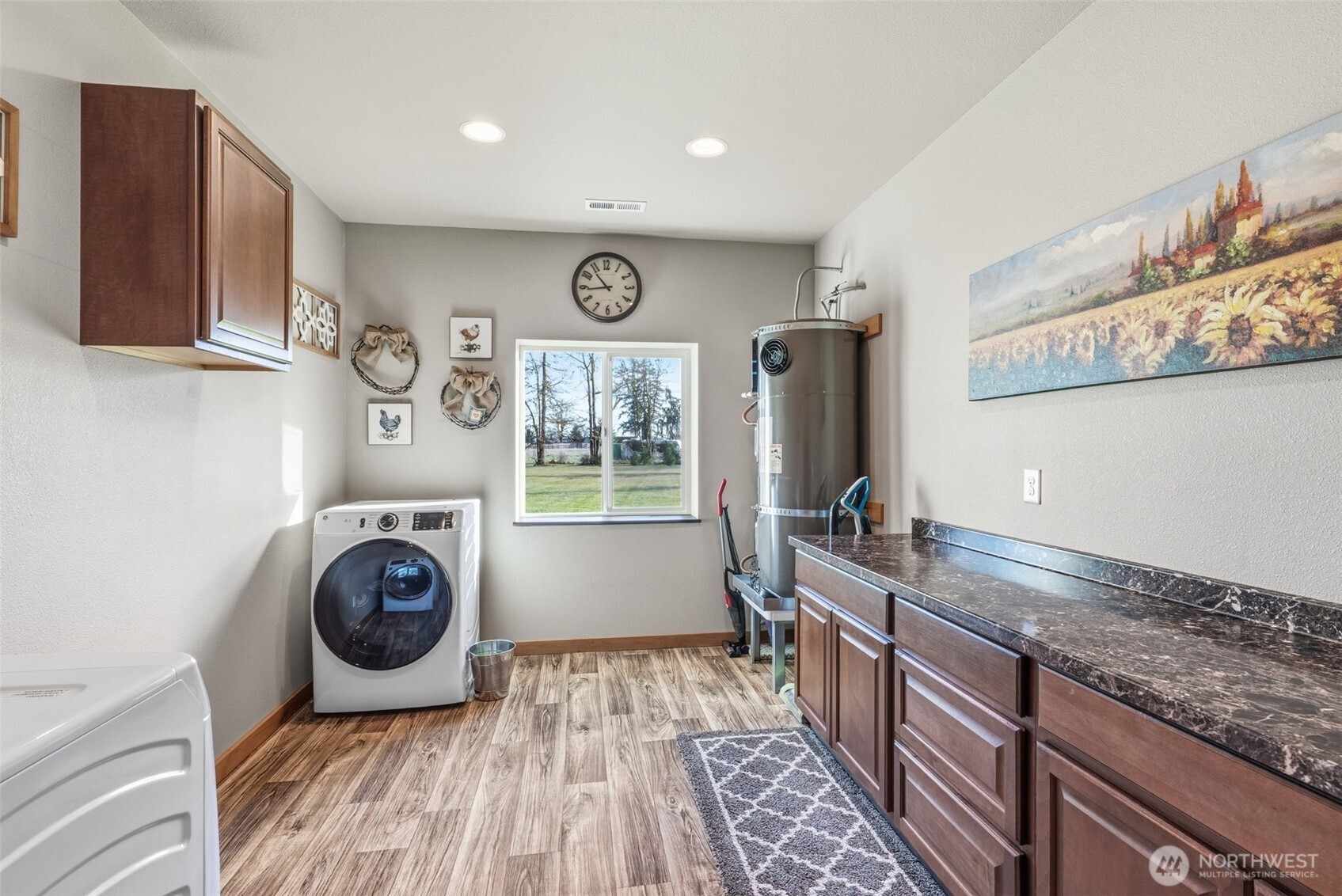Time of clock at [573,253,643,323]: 10:43
